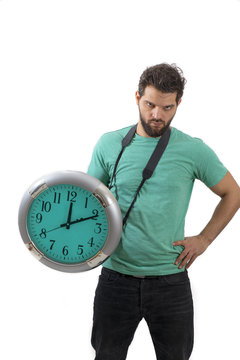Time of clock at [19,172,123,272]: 12:10
